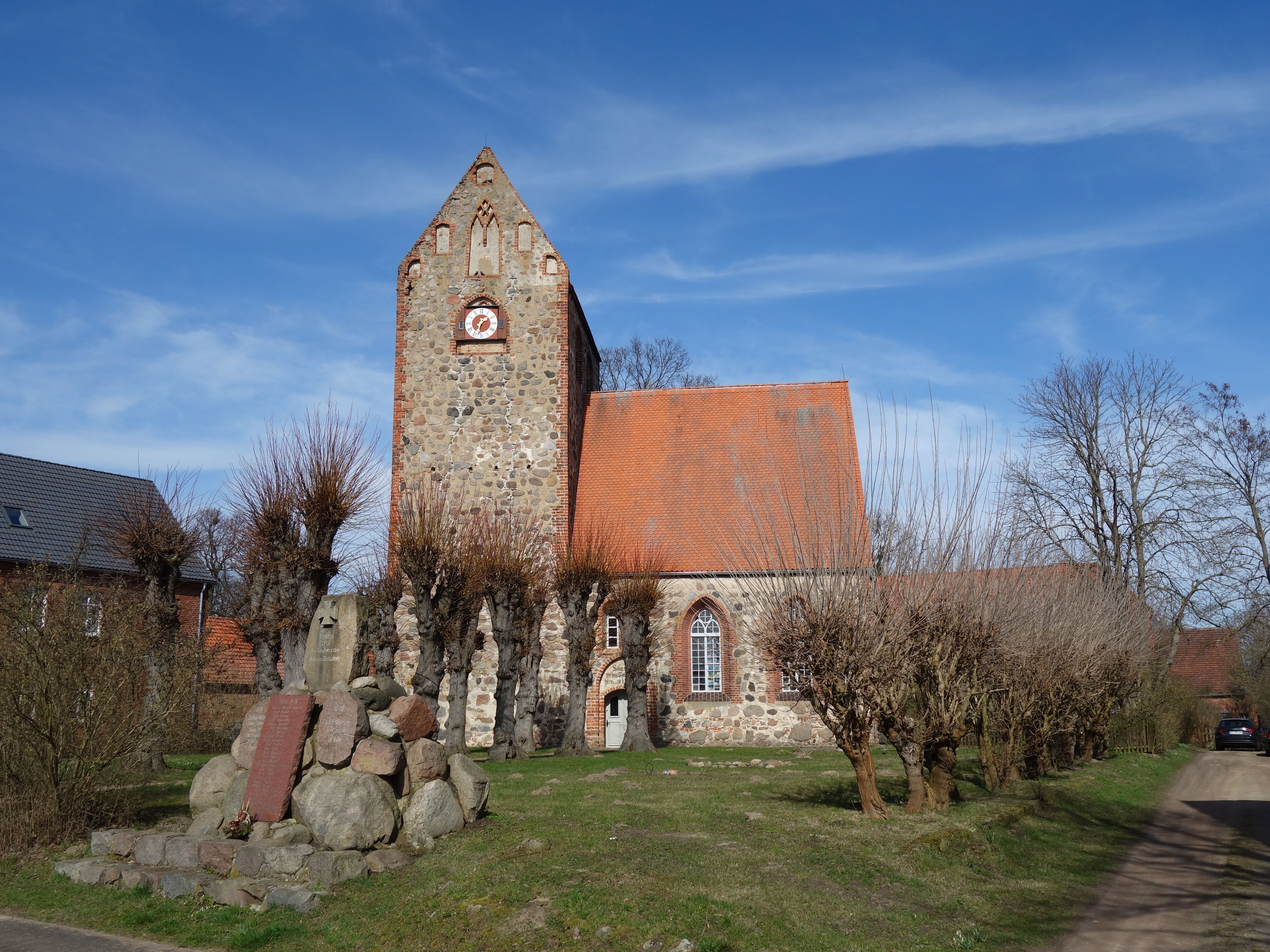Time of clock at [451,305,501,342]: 1:32
